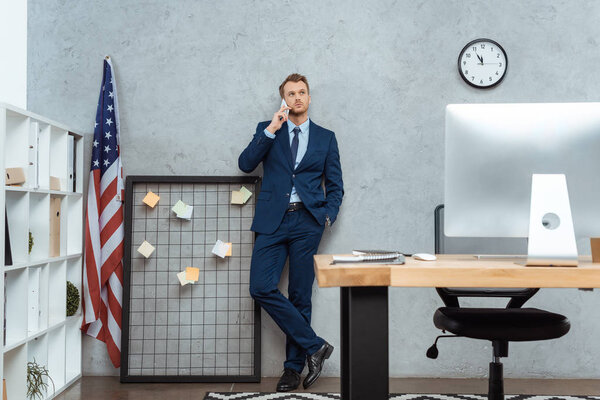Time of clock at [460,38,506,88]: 11:54
